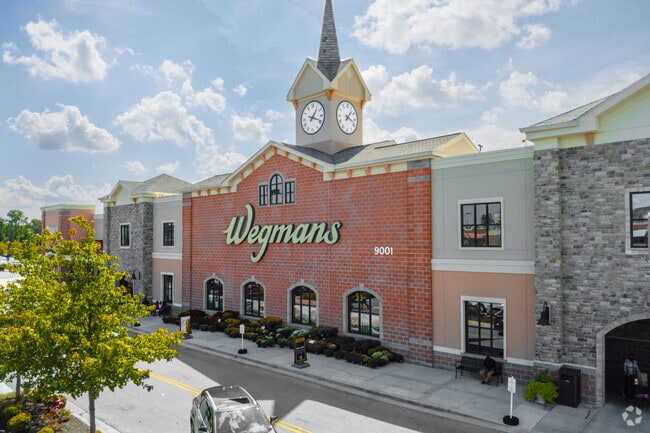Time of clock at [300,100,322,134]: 1:18
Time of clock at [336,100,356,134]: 1:17
